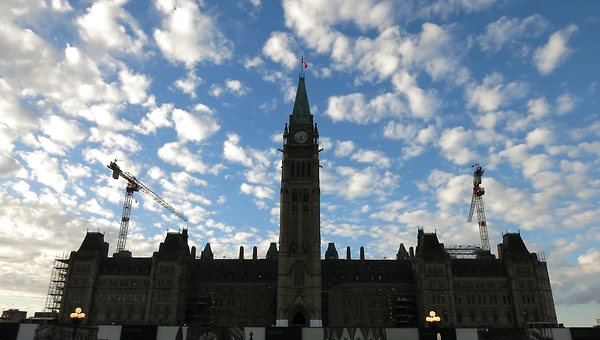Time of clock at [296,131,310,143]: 5:35
